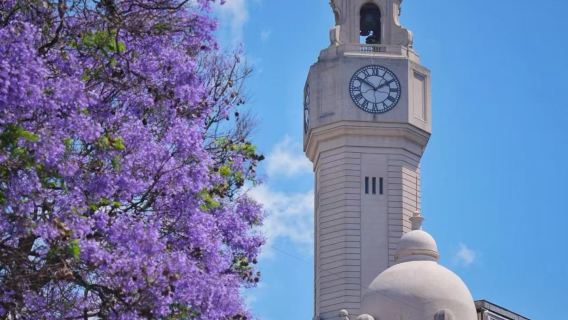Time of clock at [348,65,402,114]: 1:50
